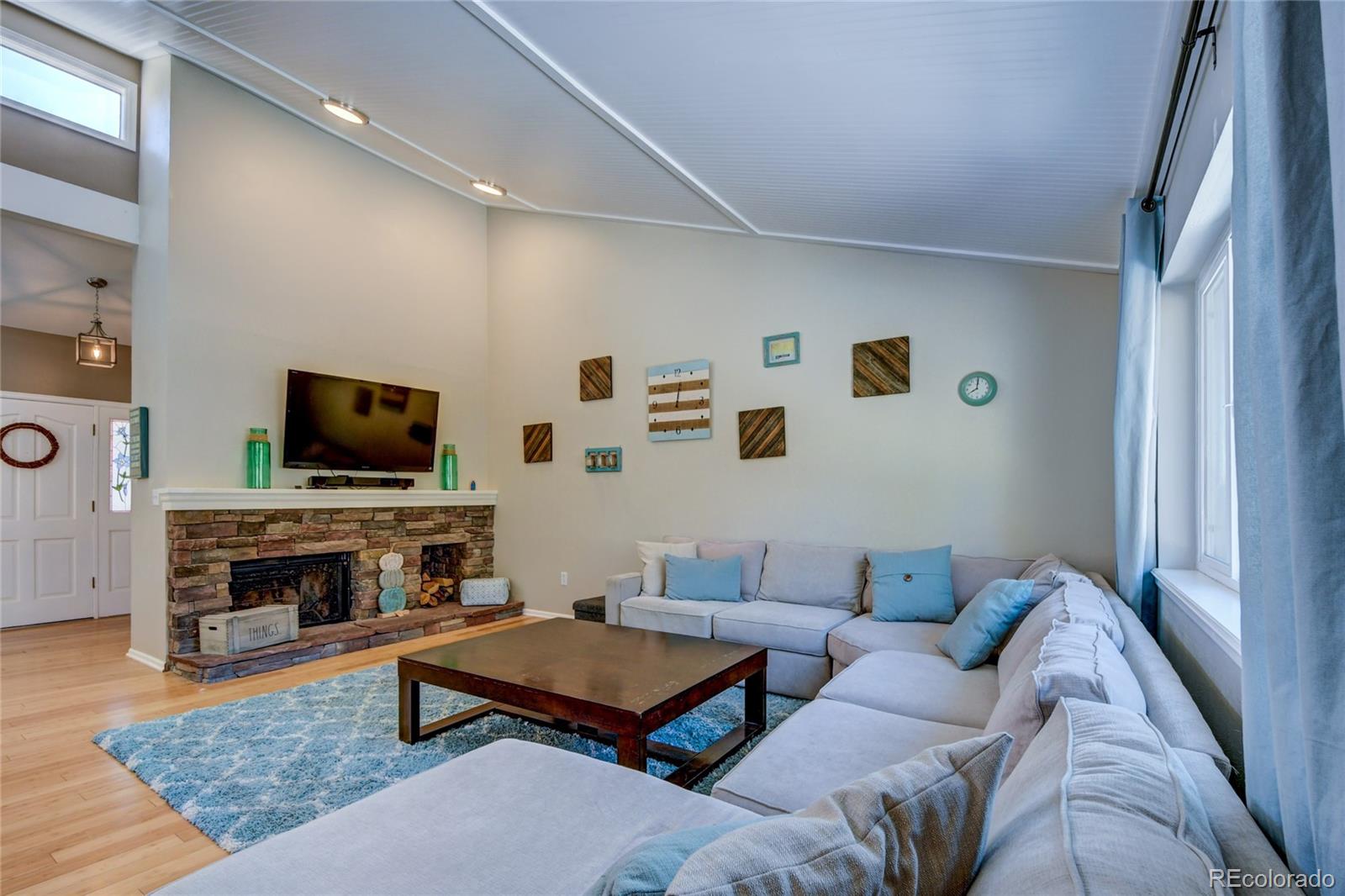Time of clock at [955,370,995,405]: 8:00
